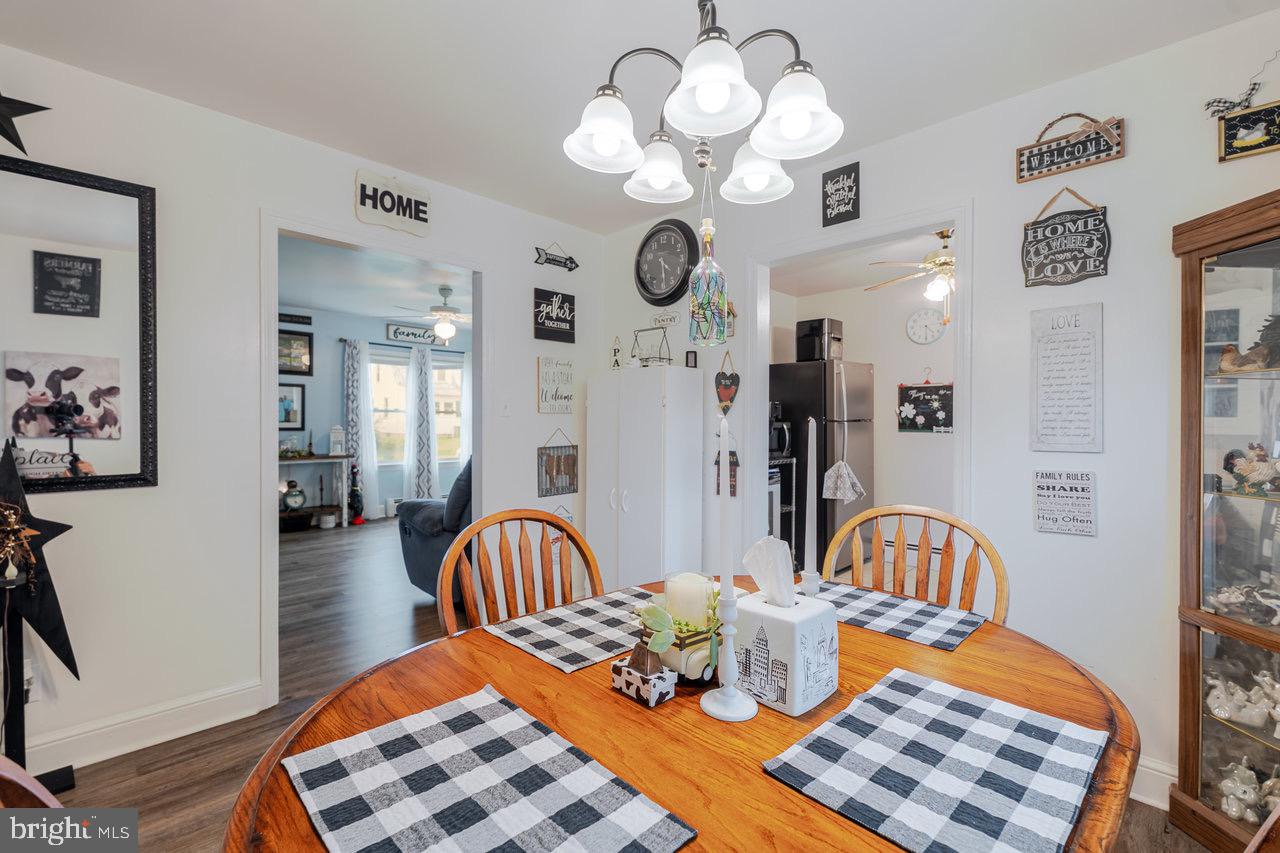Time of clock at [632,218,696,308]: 4:29
